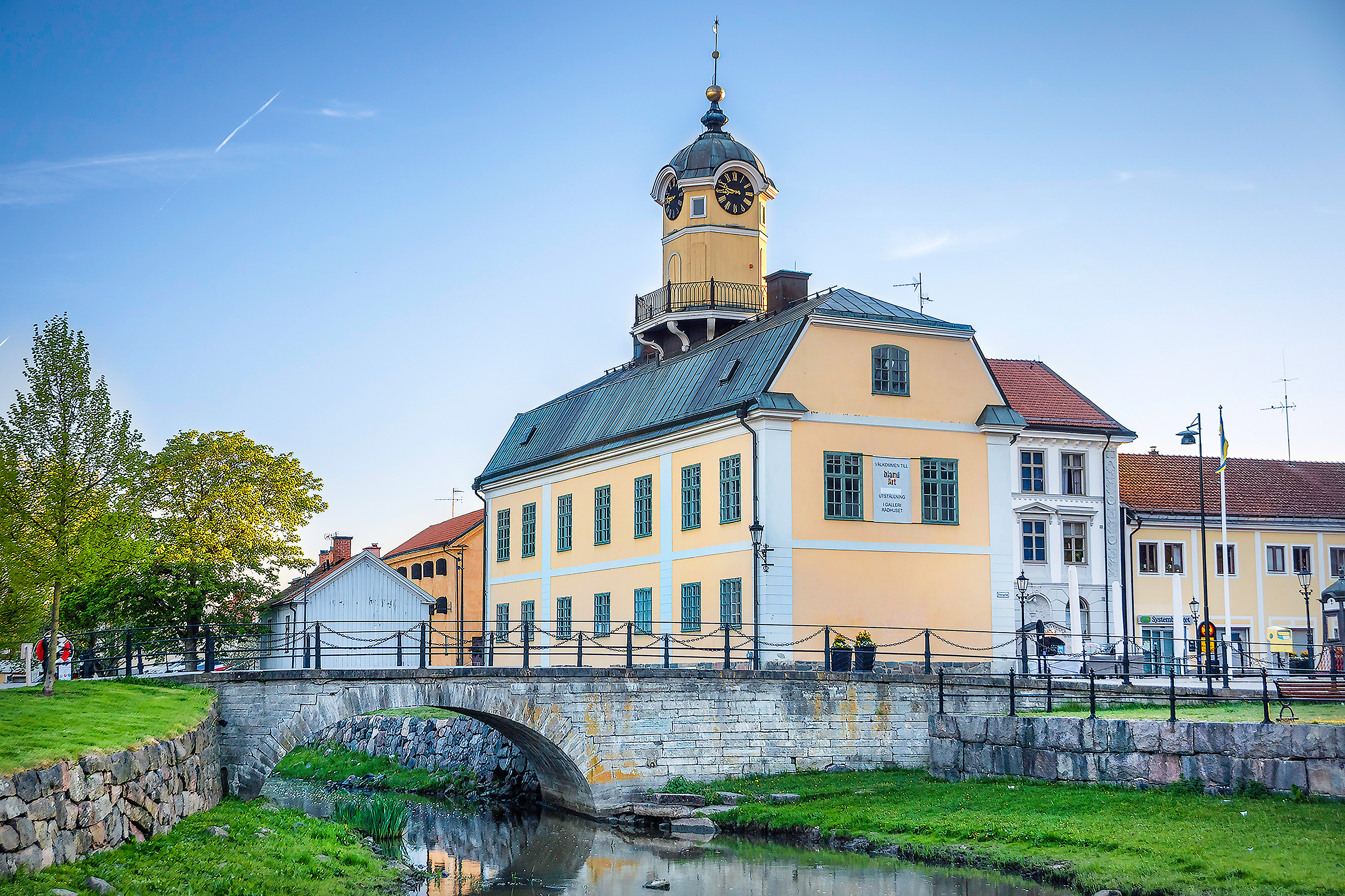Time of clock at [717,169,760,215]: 8:47
